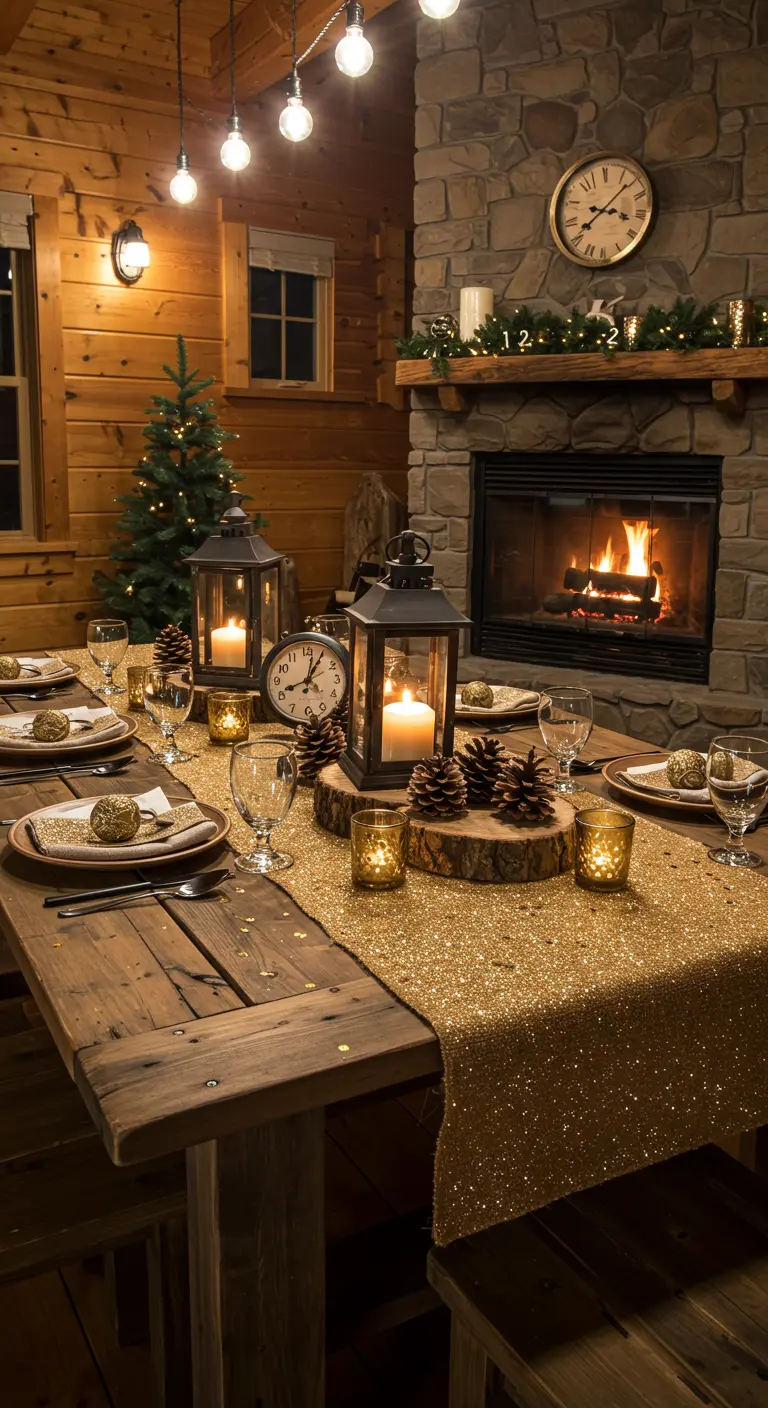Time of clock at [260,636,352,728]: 1:02
